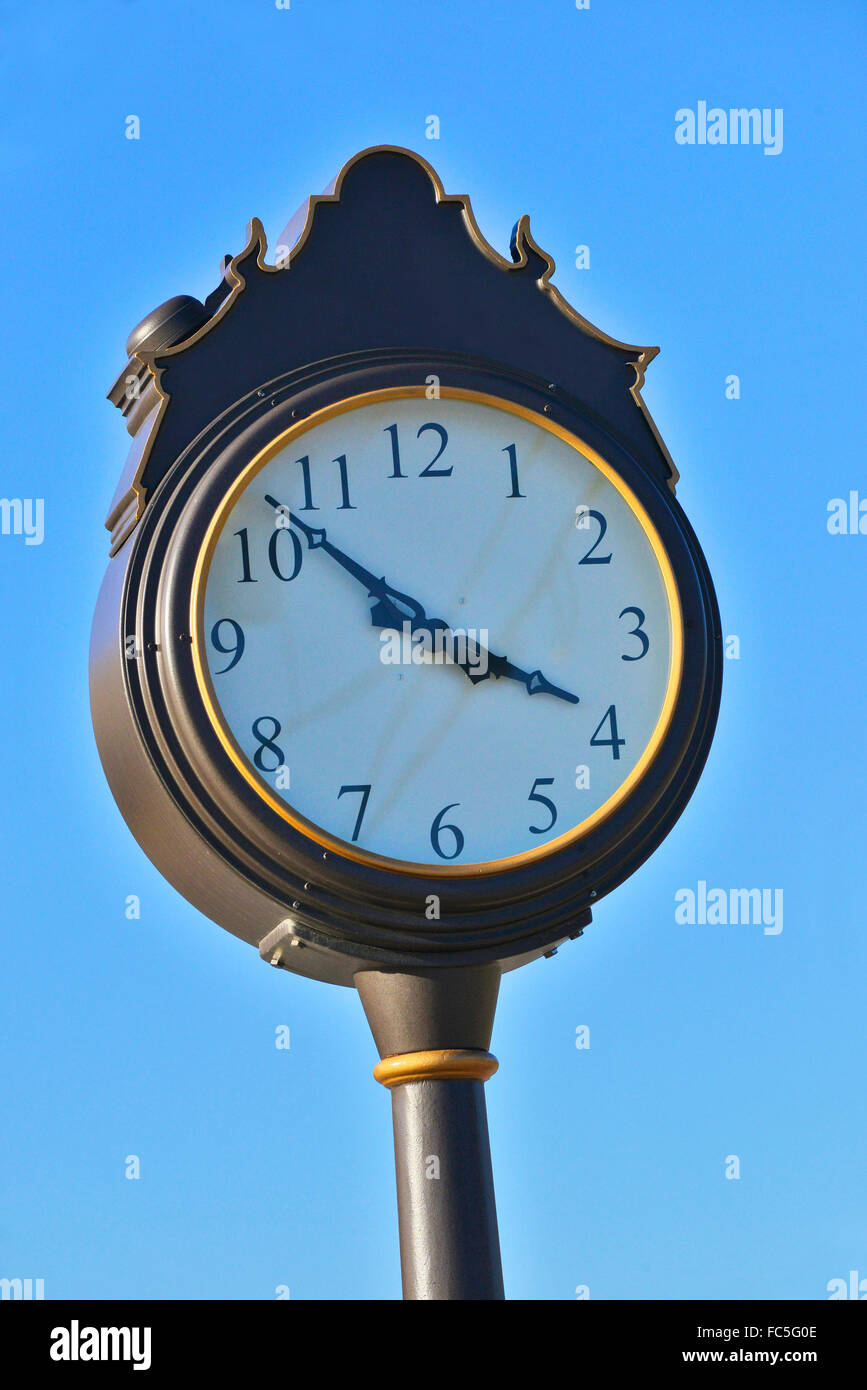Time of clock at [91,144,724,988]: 3:52
